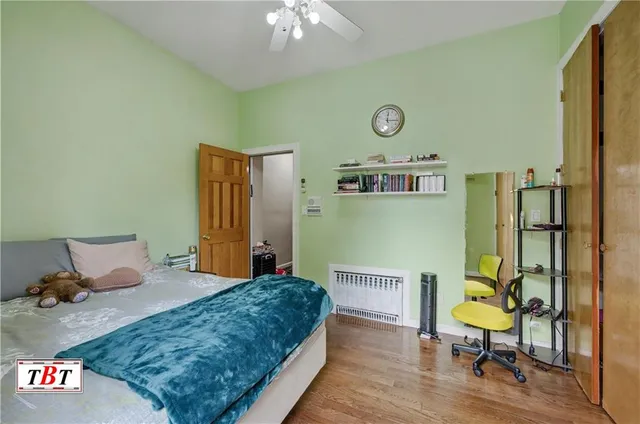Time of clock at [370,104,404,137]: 12:16
